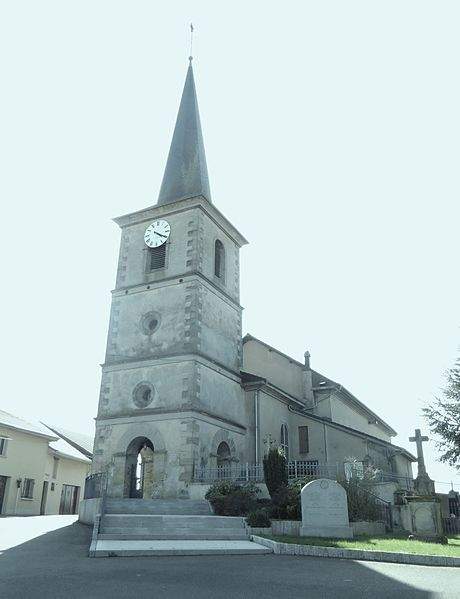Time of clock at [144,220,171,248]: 4:20
